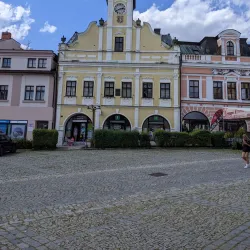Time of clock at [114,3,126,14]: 2:40
